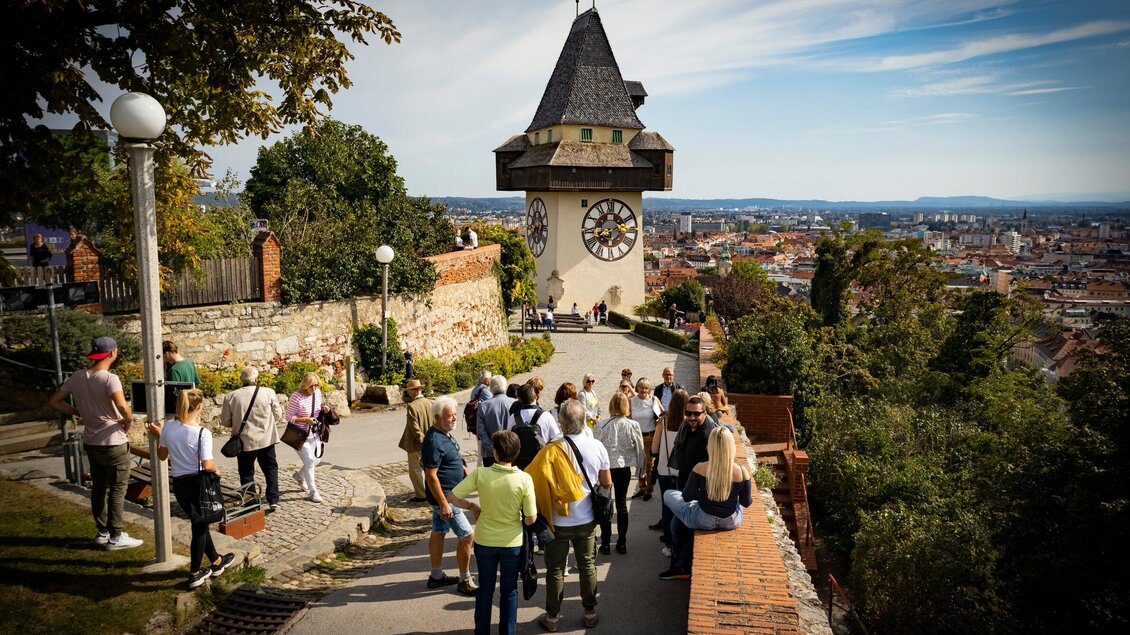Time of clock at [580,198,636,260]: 8:11
